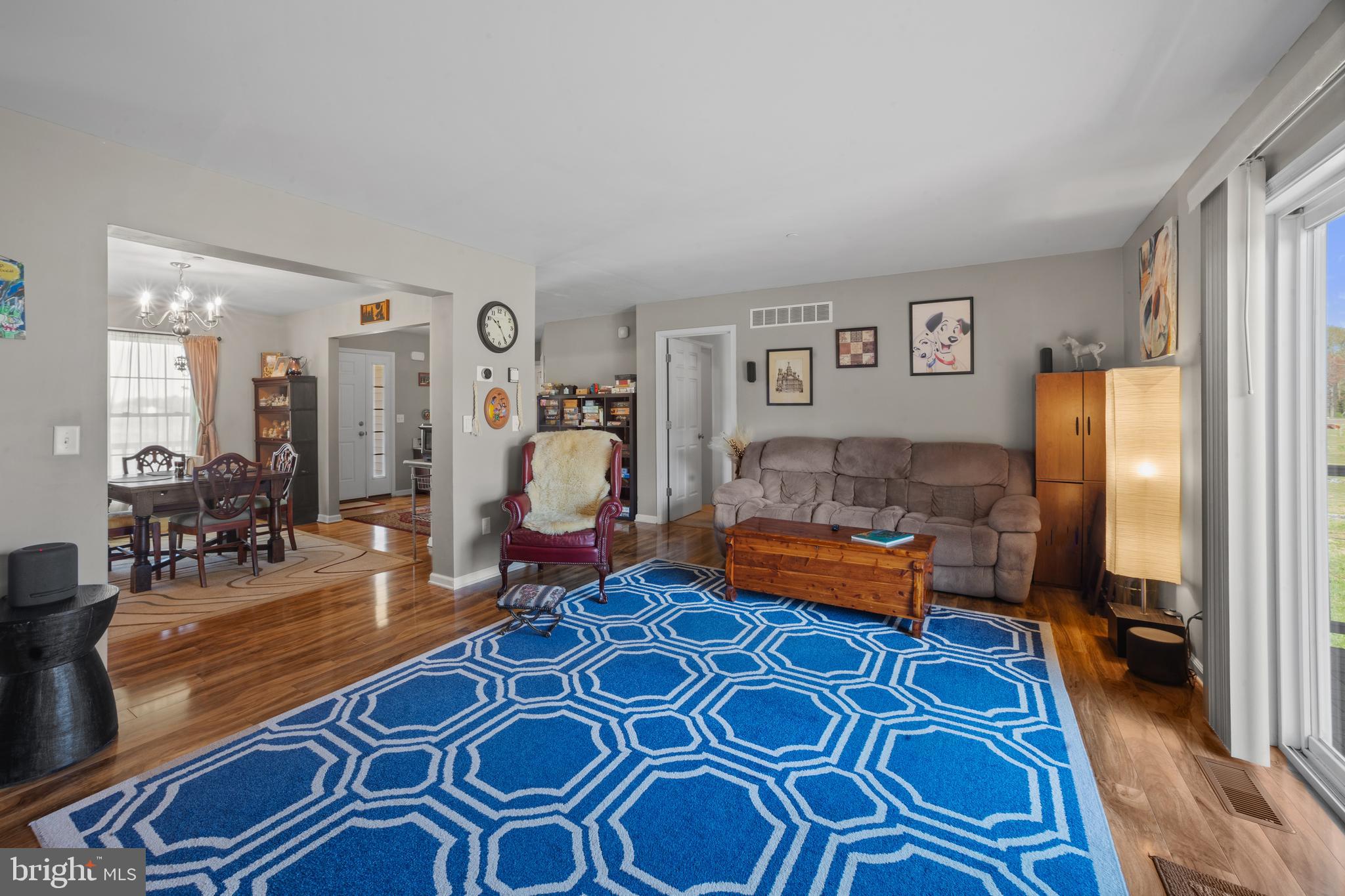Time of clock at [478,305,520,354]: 10:24
